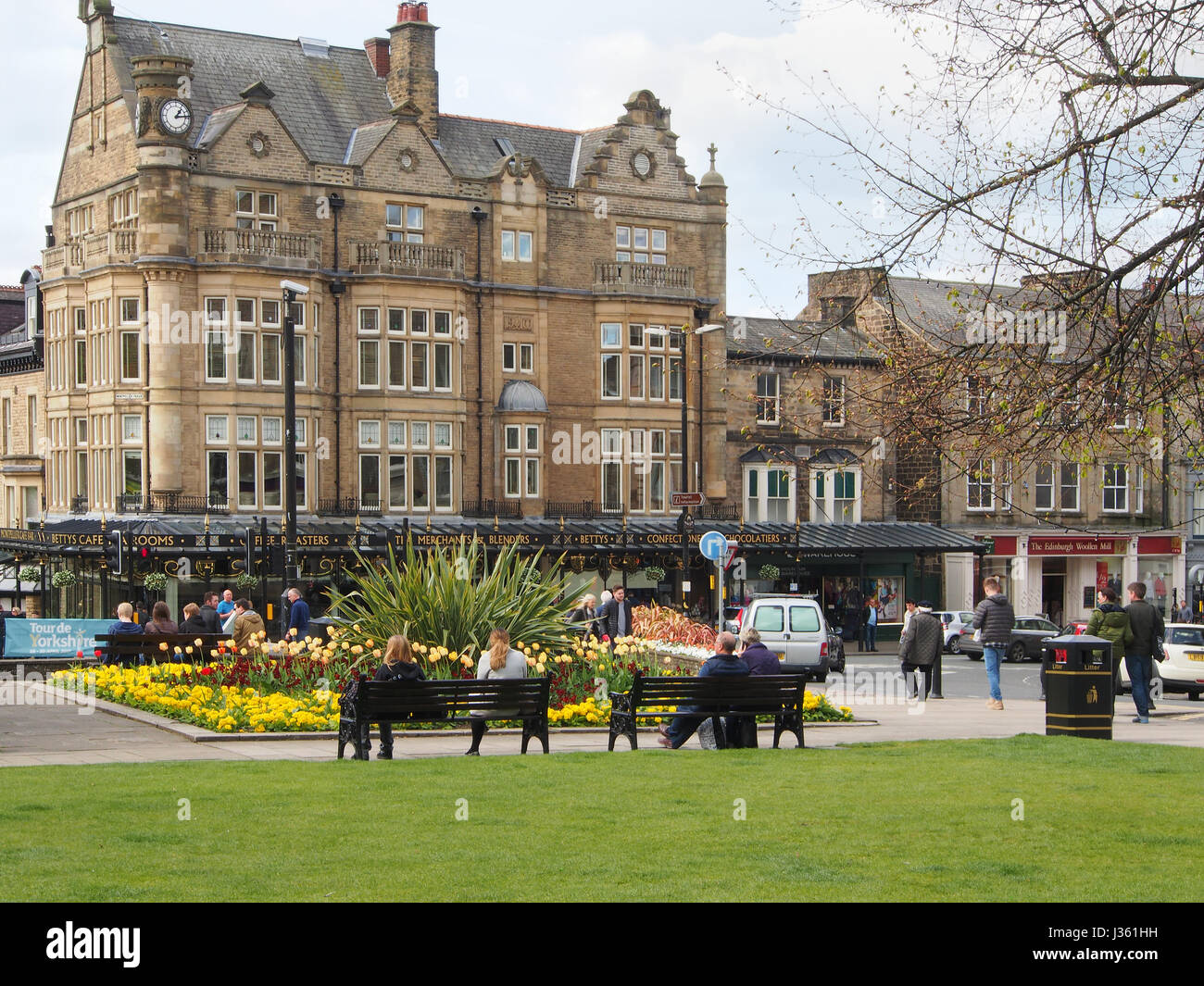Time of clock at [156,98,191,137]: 1:13
